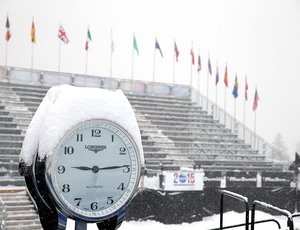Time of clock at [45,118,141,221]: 9:14
